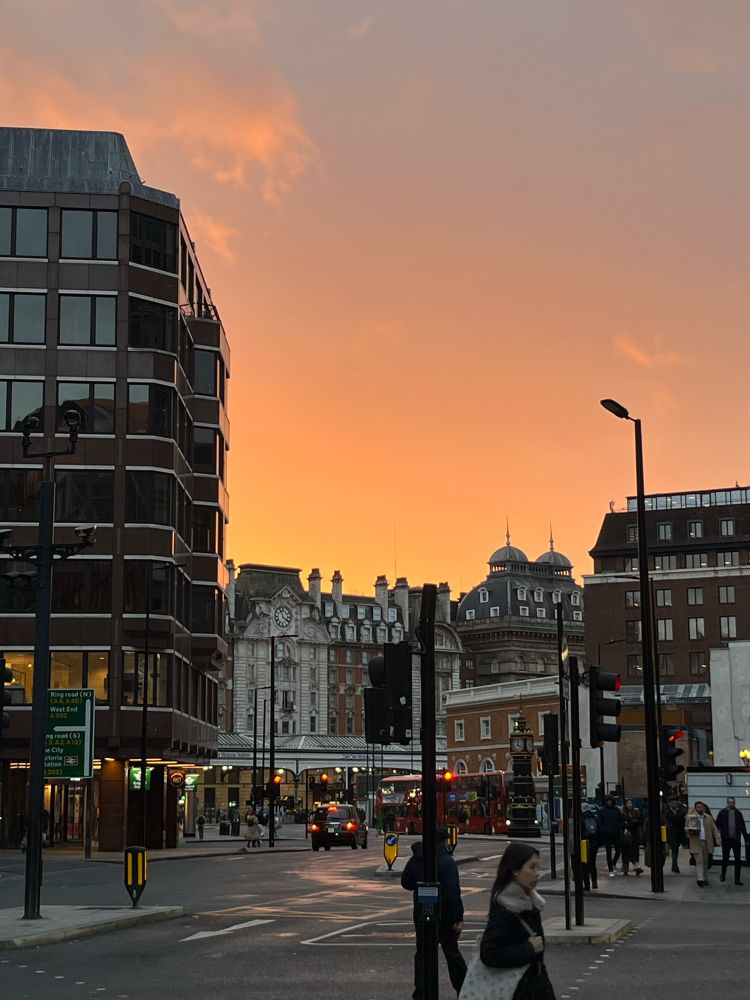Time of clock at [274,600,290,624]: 3:56
